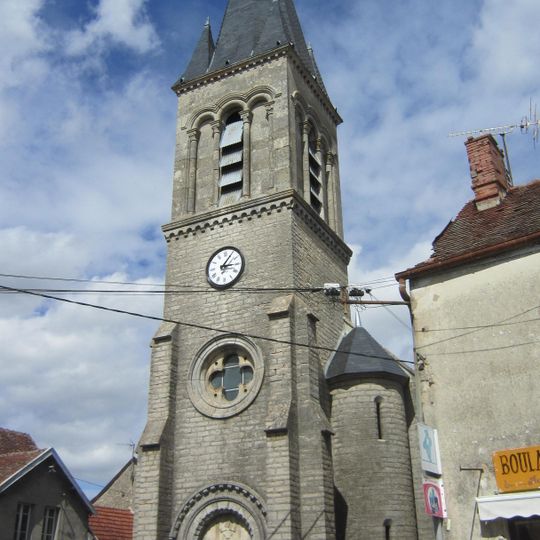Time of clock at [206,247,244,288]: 3:05
